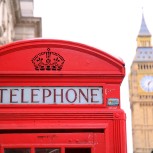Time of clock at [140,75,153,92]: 1:31
